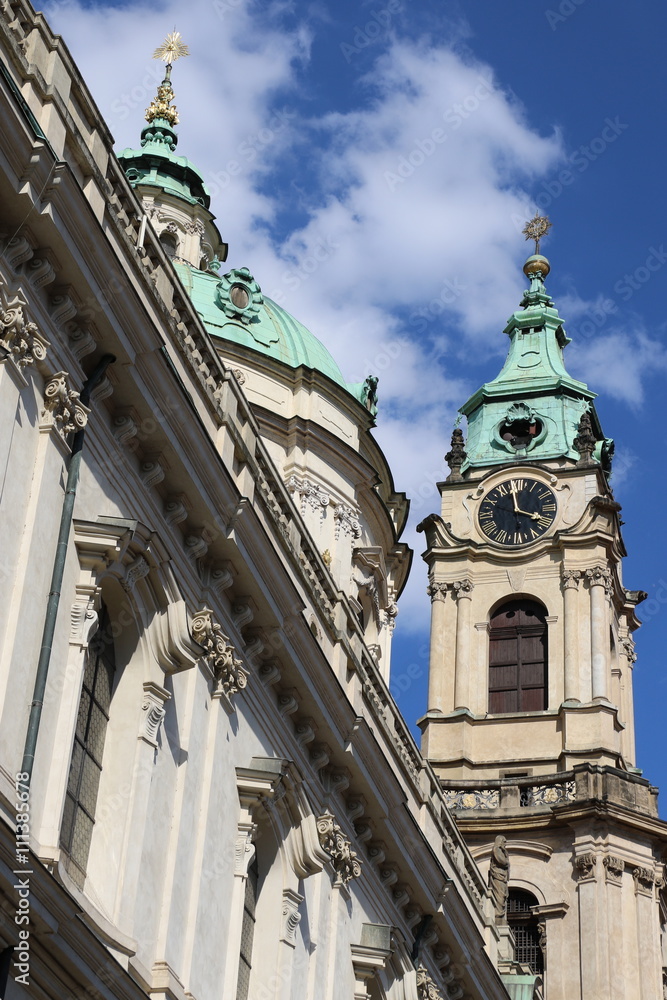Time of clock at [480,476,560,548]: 3:58
